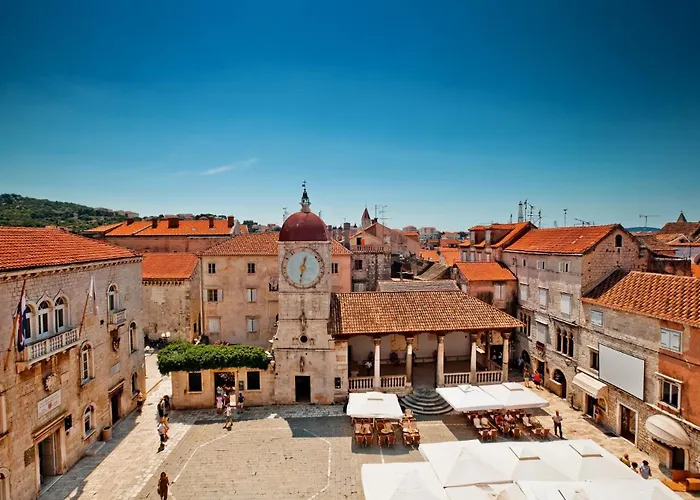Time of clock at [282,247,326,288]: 12:32
